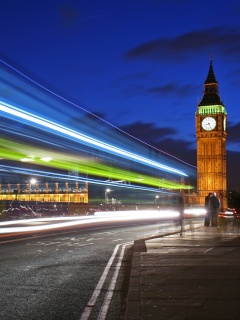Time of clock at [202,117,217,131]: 8:25
